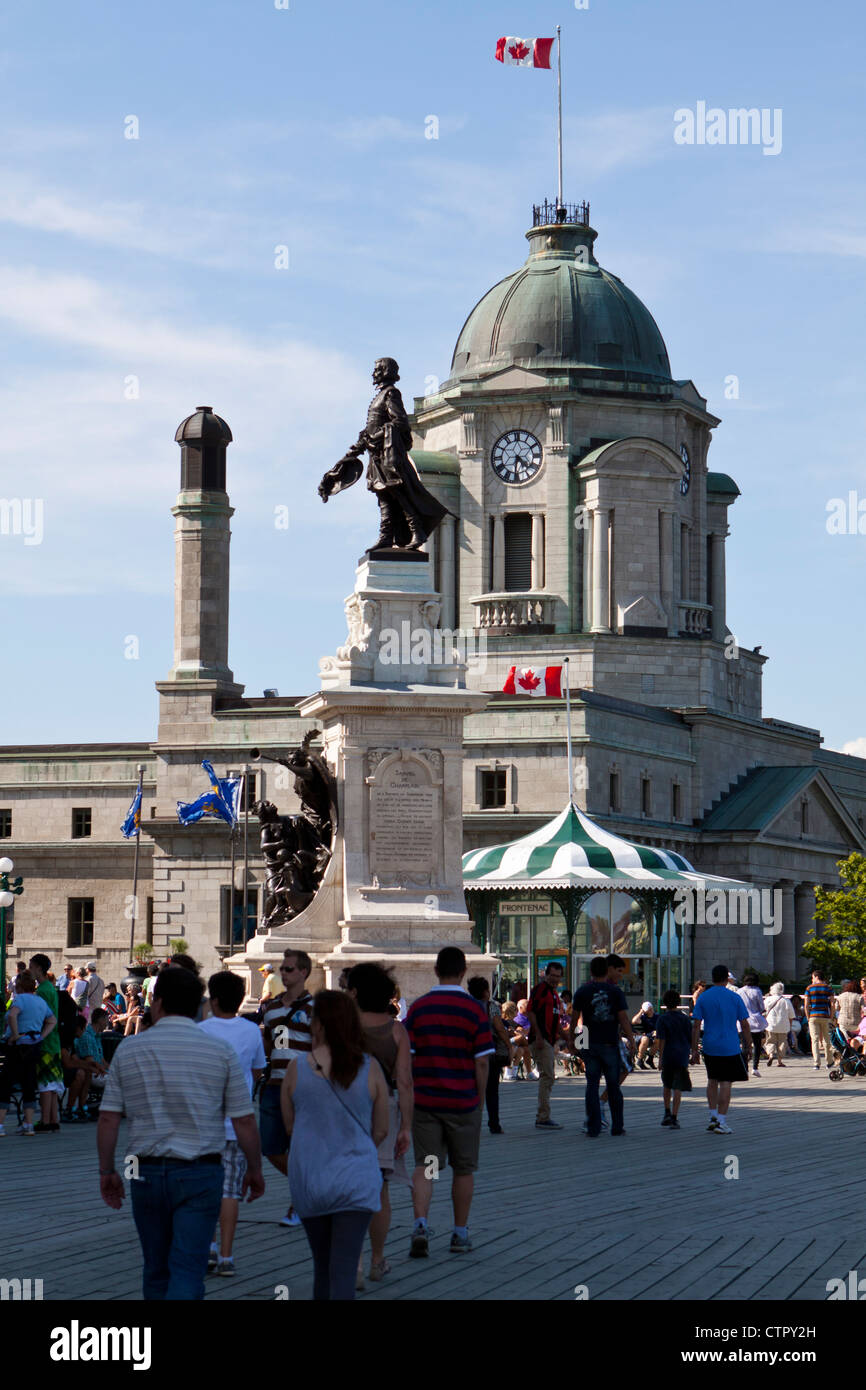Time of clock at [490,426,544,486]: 4:31
